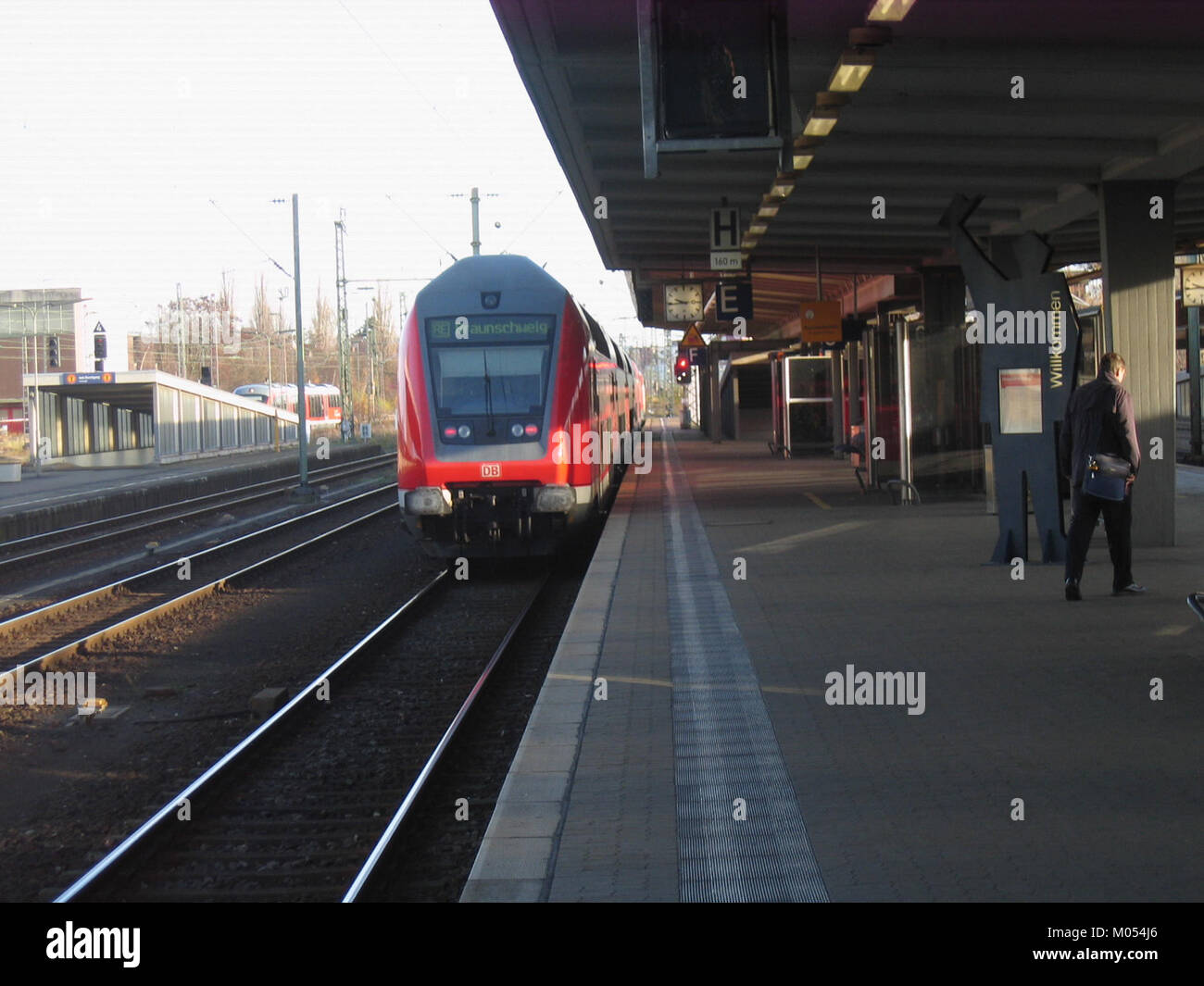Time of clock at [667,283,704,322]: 9:44
